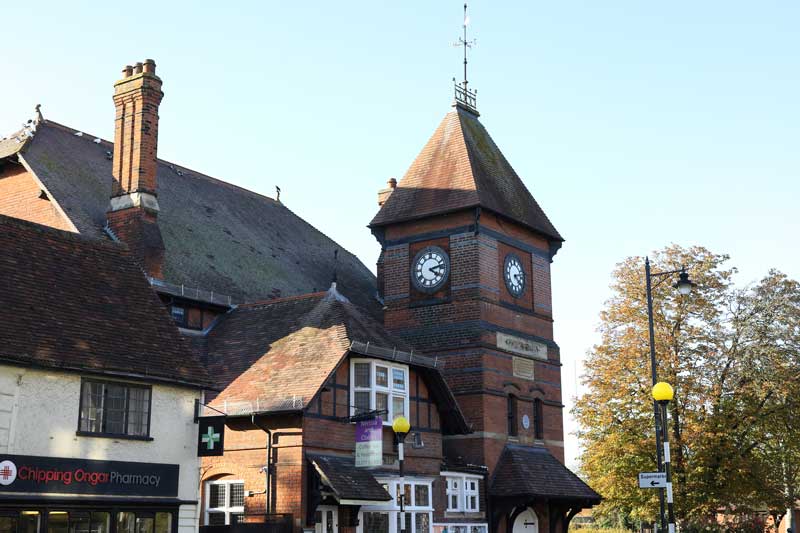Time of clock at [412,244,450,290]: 4:12
